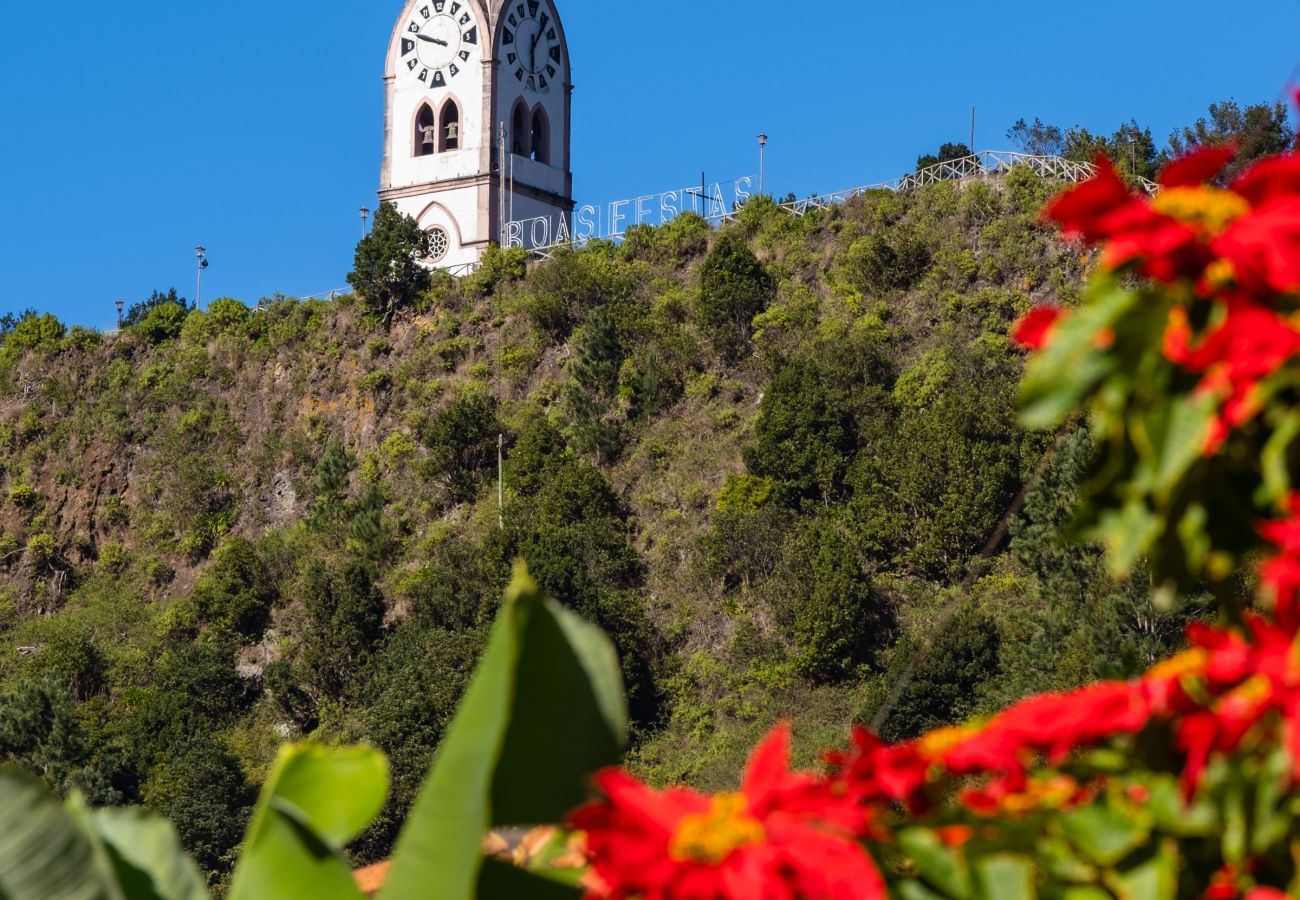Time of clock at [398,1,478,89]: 9:48
